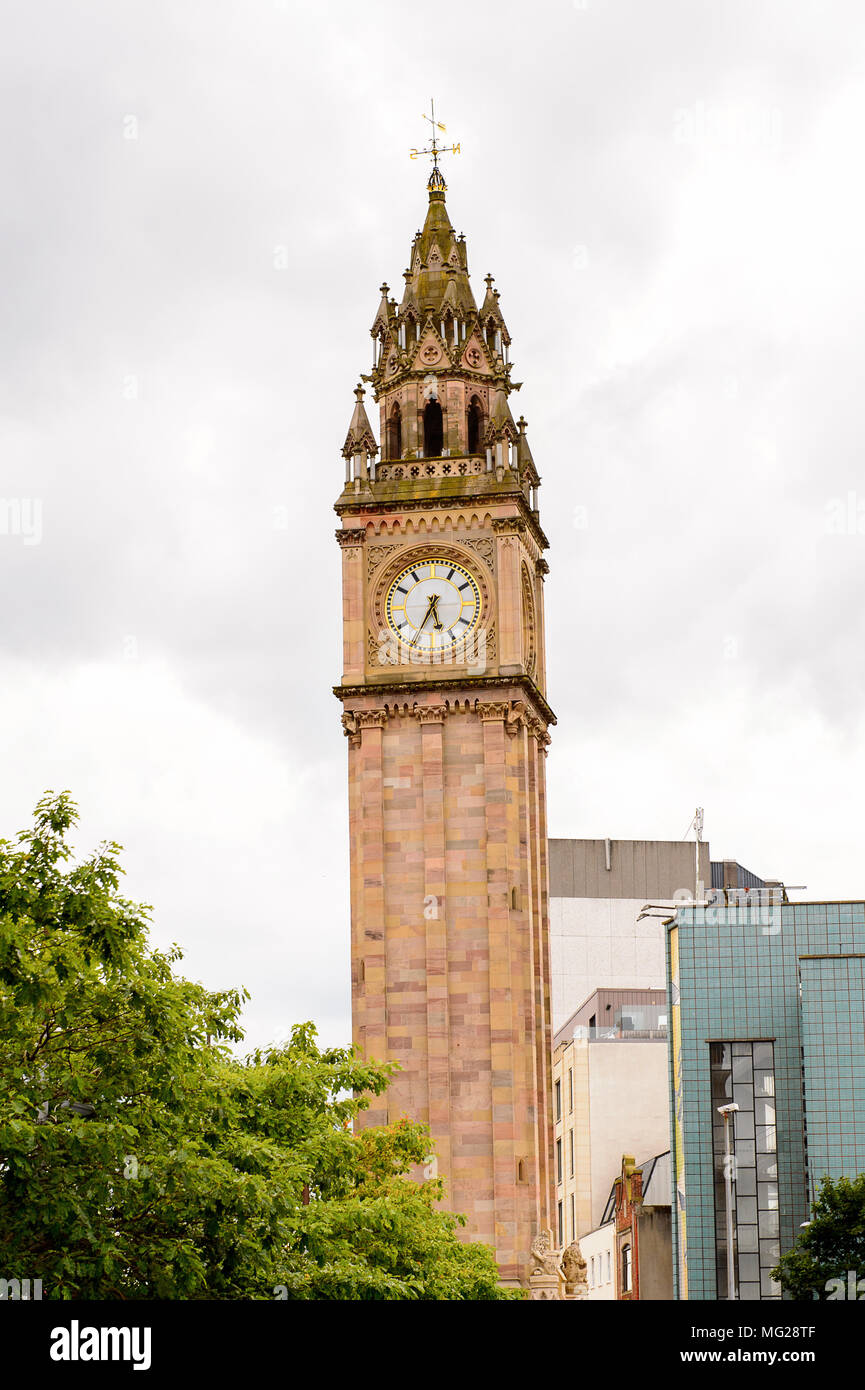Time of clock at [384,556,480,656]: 5:34
